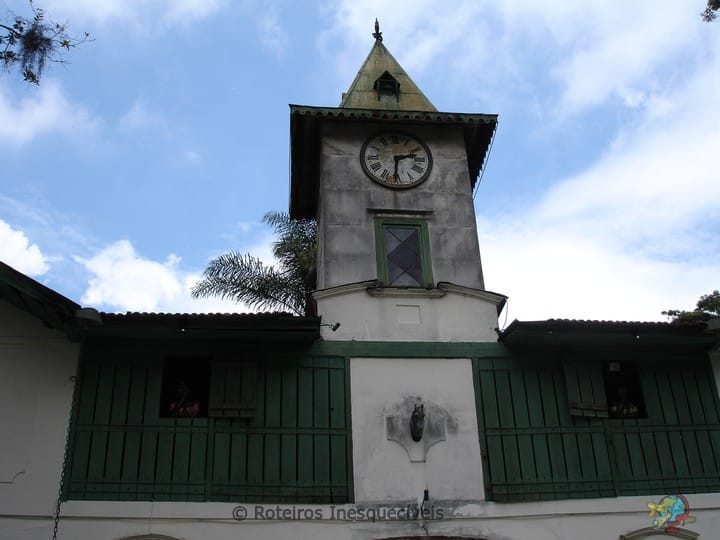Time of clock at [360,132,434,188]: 2:30
